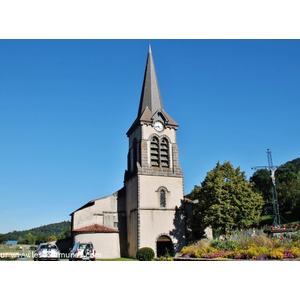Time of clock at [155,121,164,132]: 4:42
